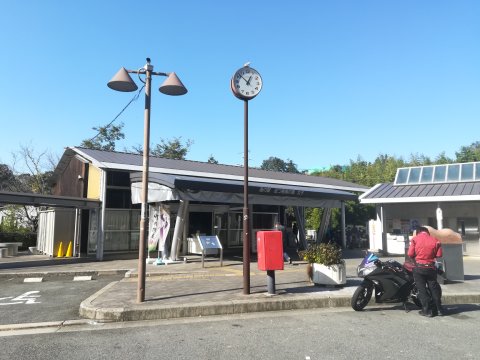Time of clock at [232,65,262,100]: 12:52
